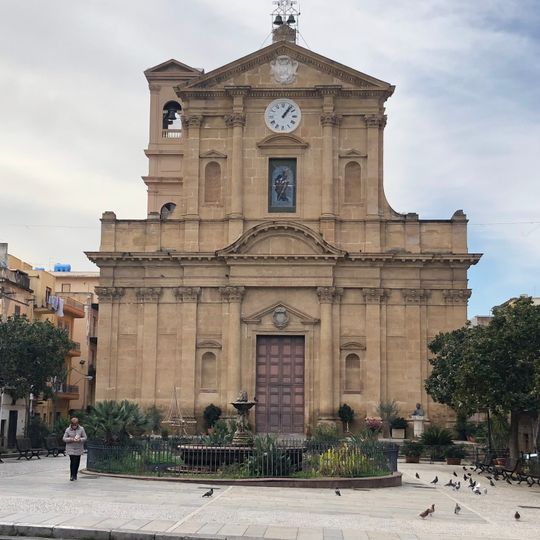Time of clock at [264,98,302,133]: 1:06
